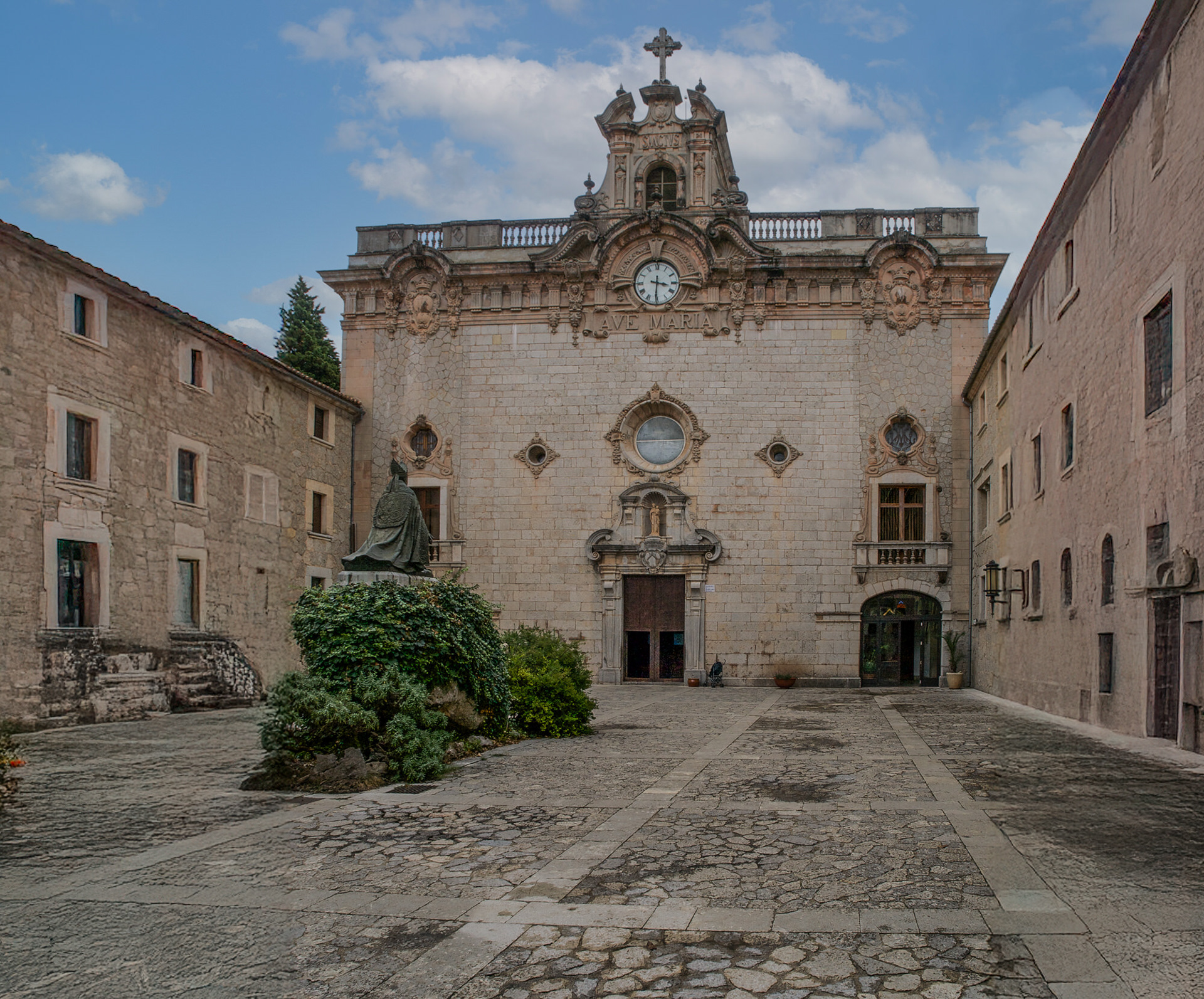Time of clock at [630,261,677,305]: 3:30
